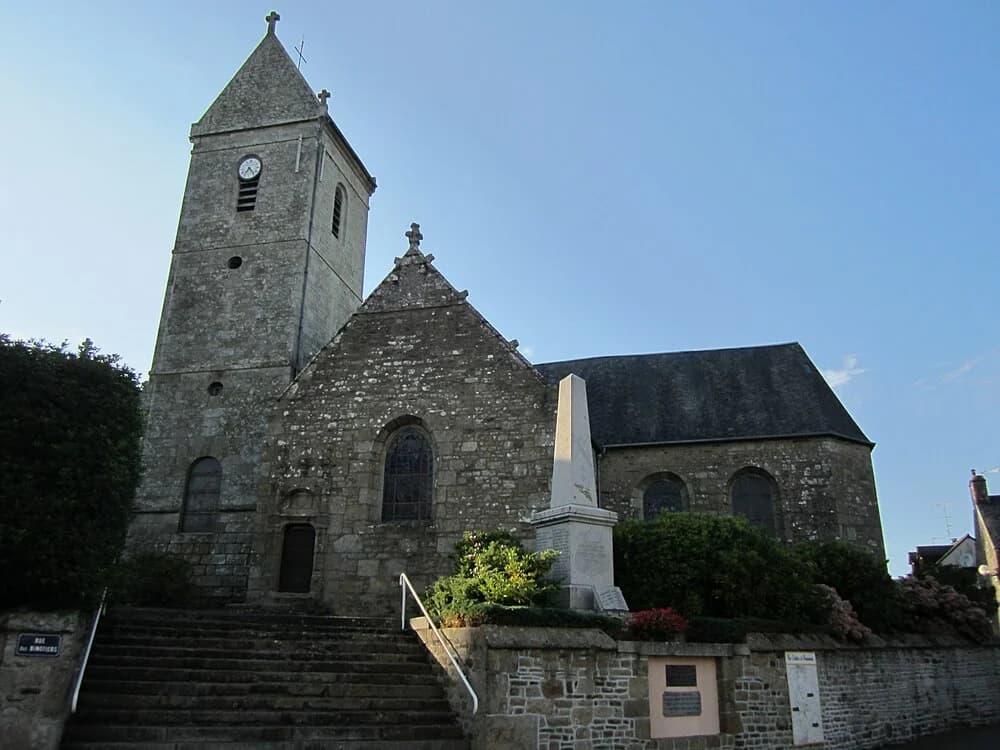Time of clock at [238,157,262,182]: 7:23
